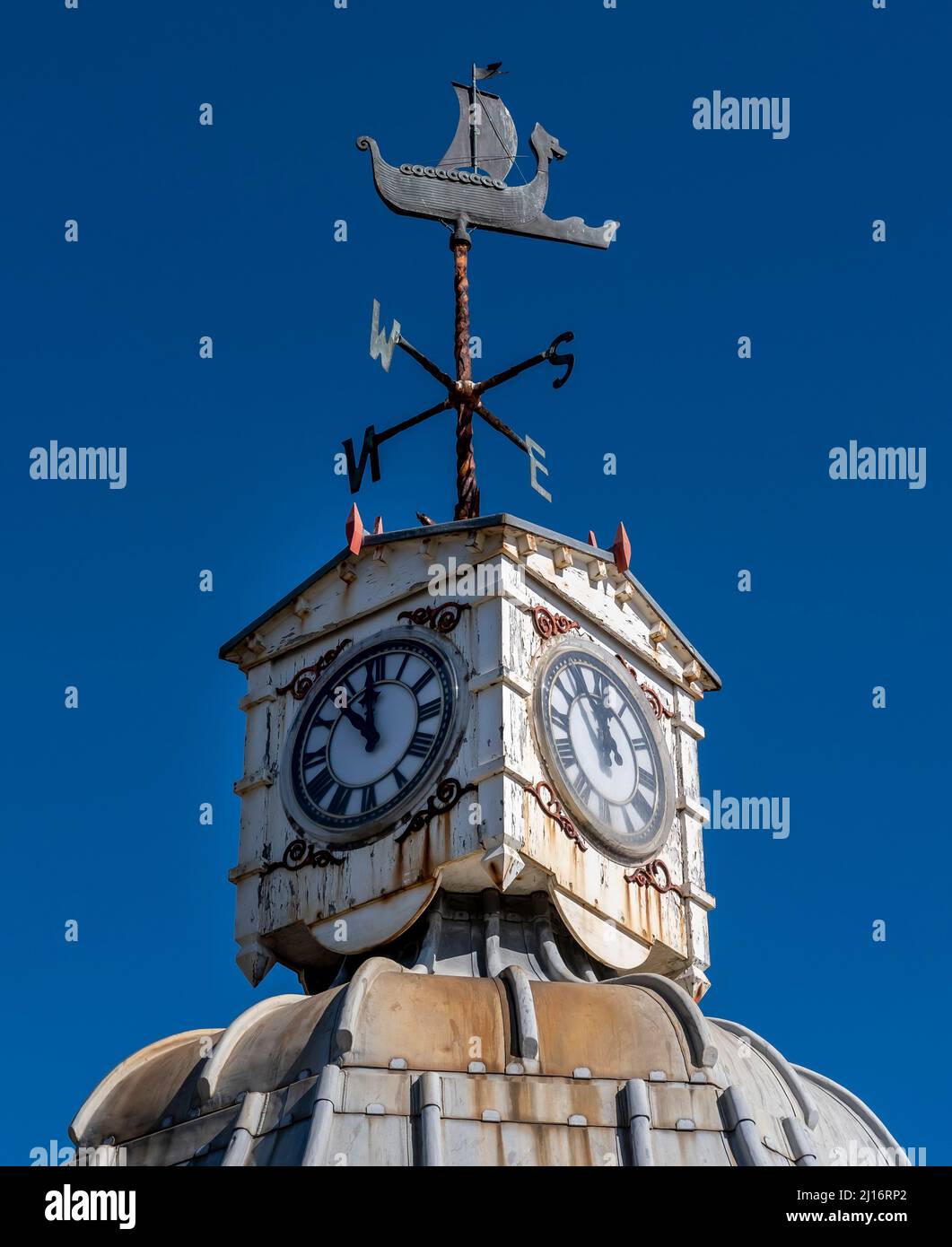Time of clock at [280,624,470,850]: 11:53
